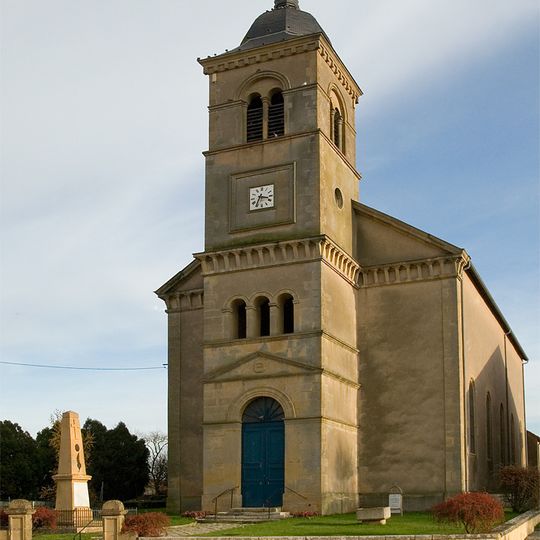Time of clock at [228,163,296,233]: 3:34
